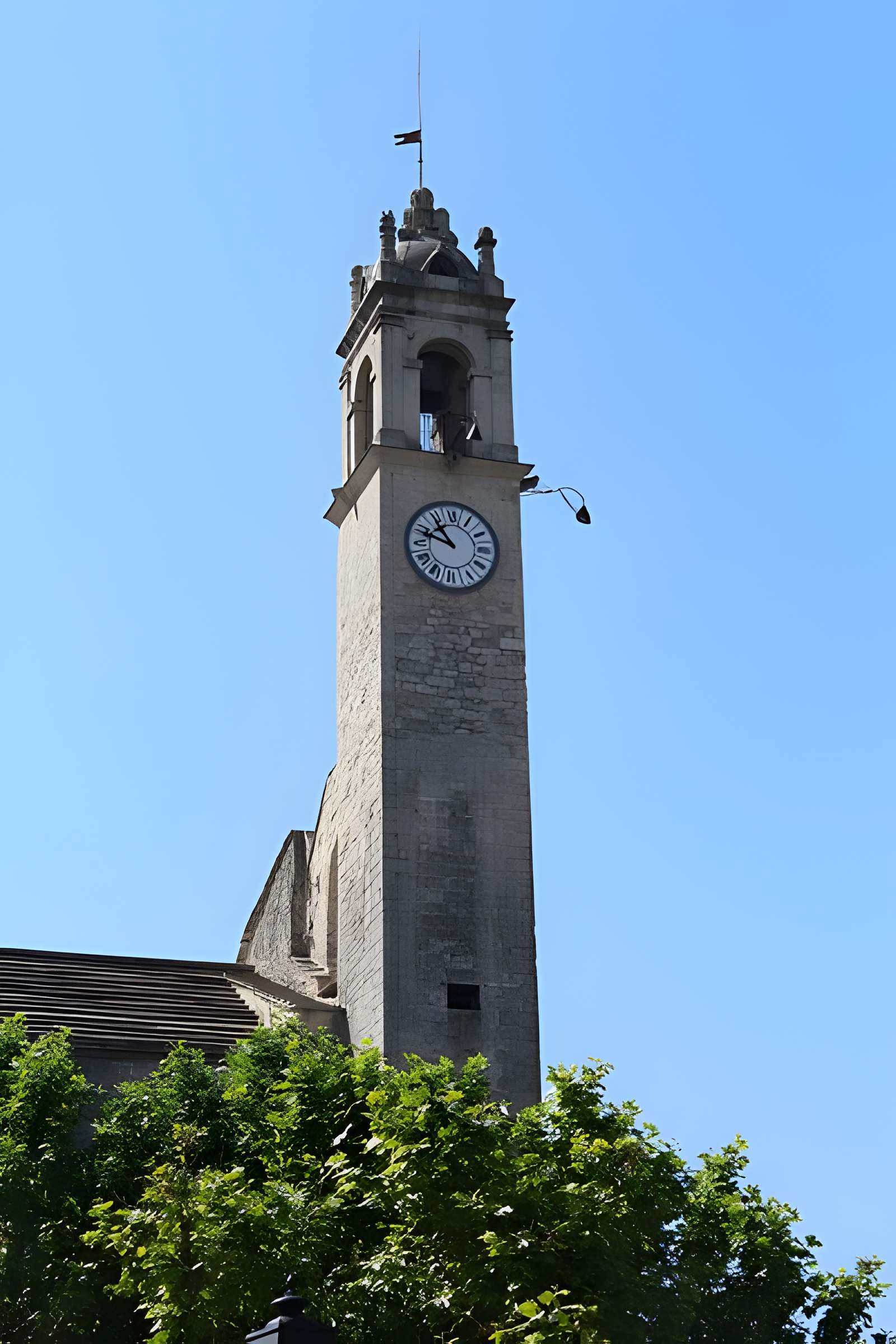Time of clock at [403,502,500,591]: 10:48
